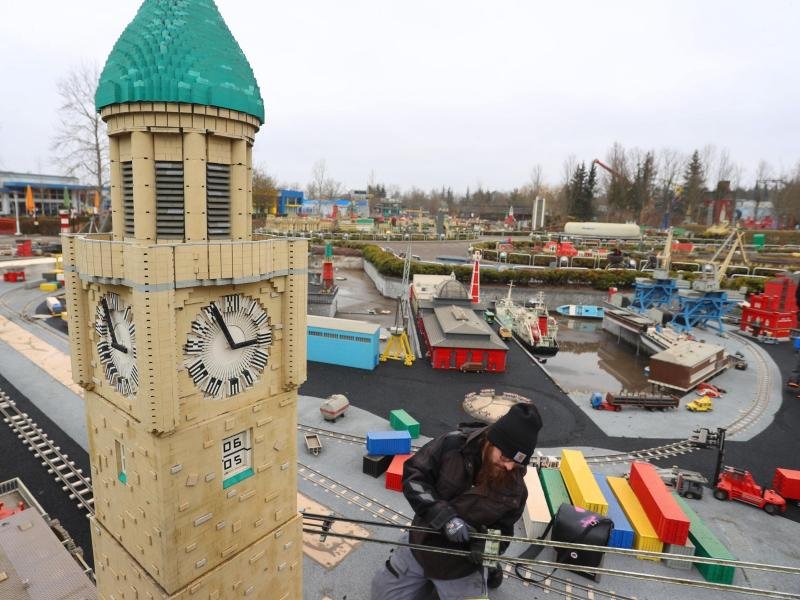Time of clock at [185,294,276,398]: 2:55
